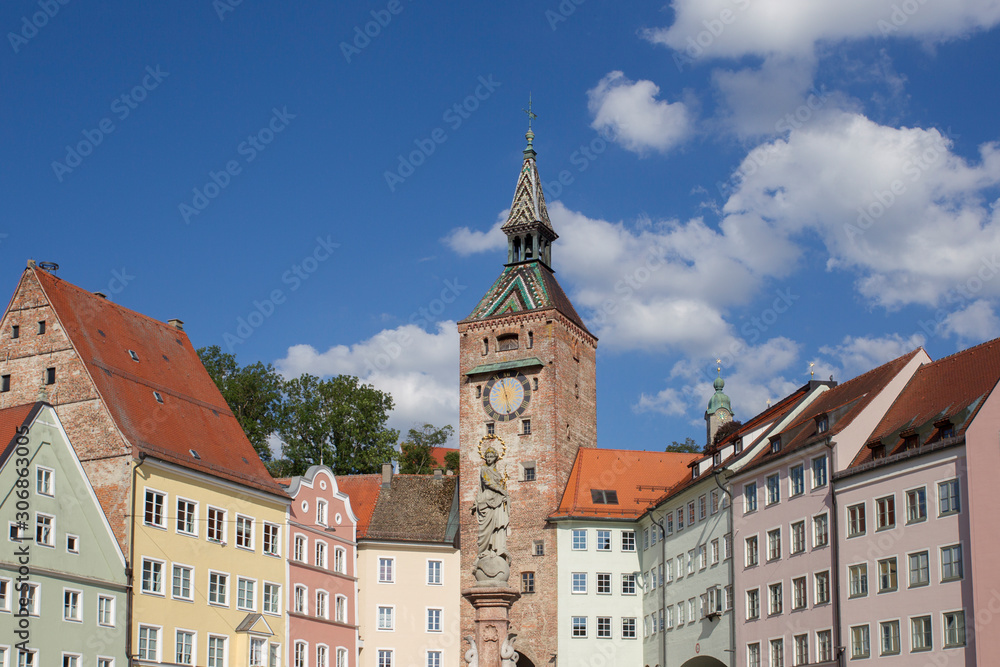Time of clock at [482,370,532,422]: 11:28
